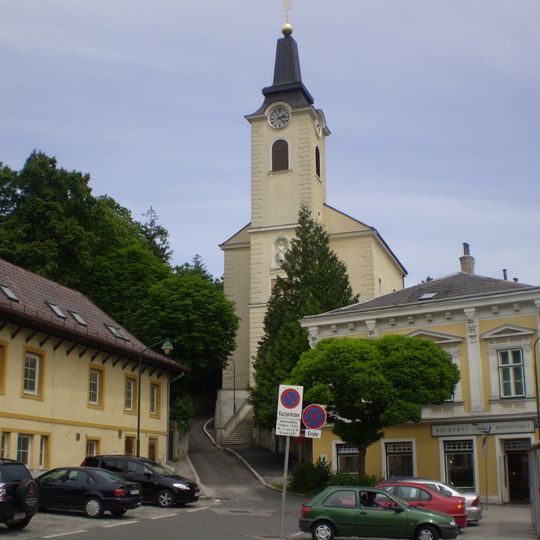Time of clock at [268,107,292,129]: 2:23
